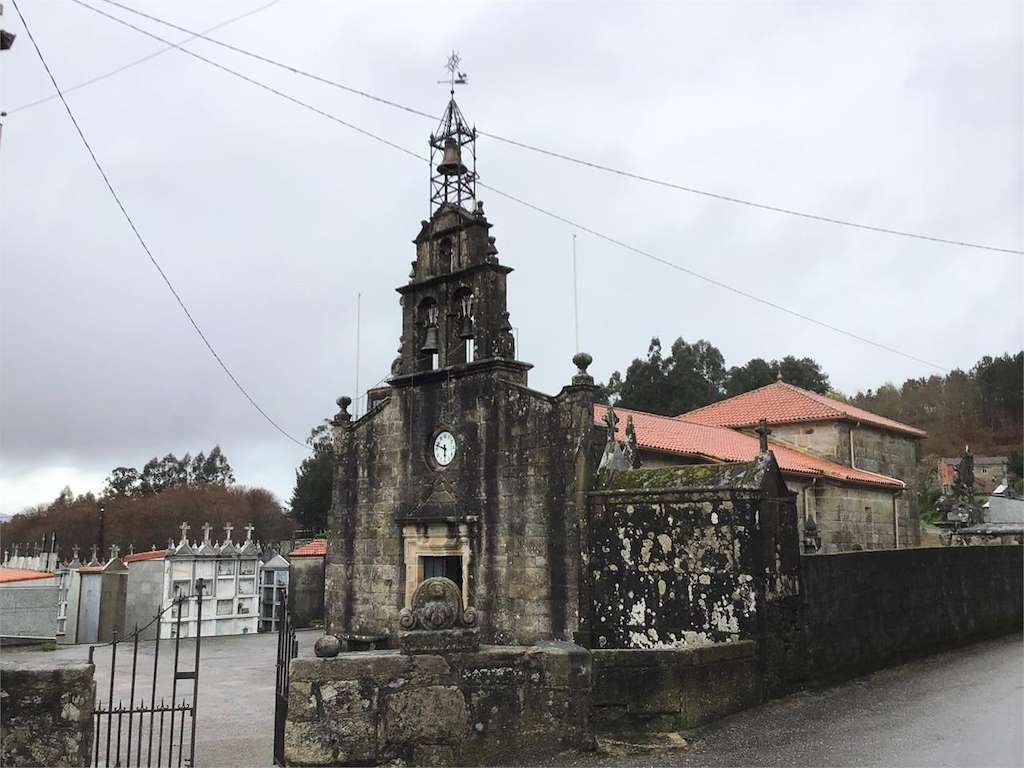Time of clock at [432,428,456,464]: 5:47
